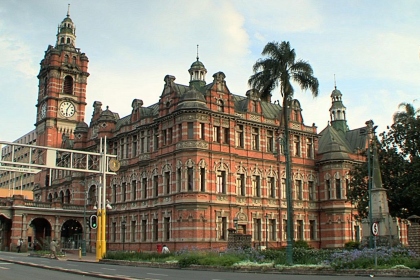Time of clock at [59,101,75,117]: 6:05
